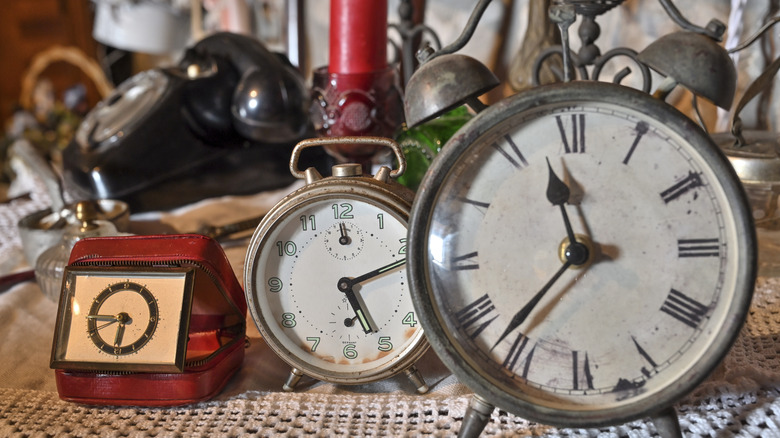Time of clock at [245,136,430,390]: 5:11
